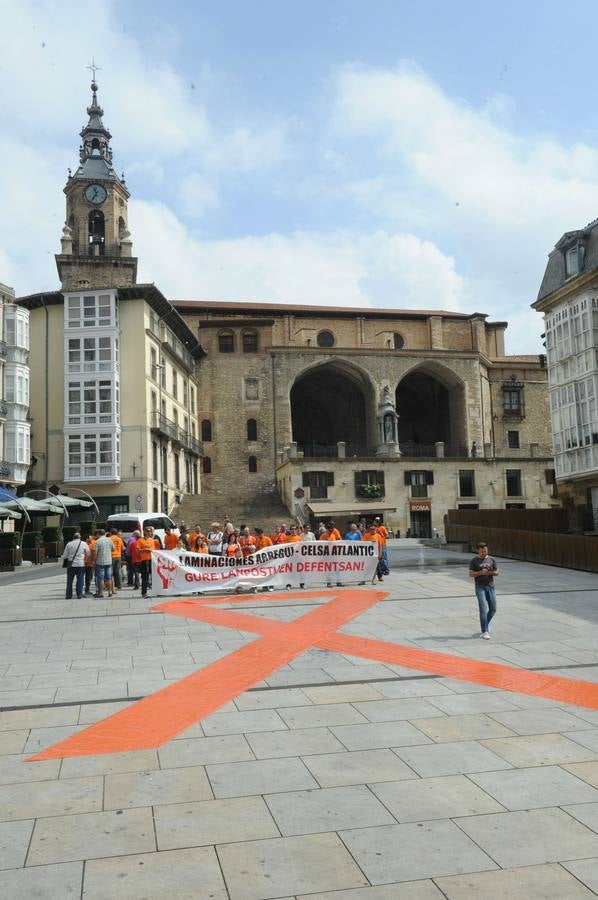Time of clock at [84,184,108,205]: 11:35
